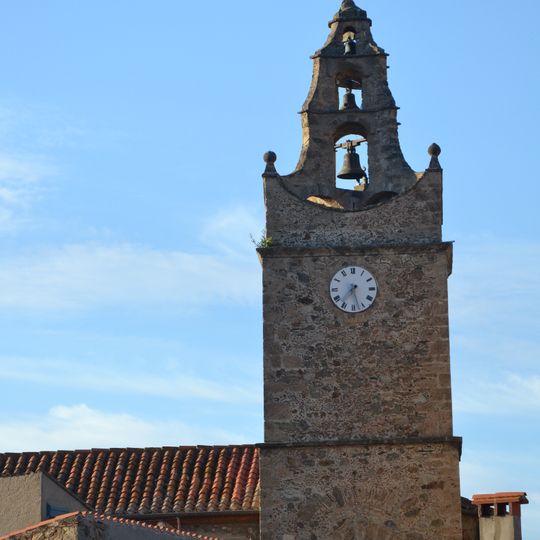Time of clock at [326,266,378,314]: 7:27
